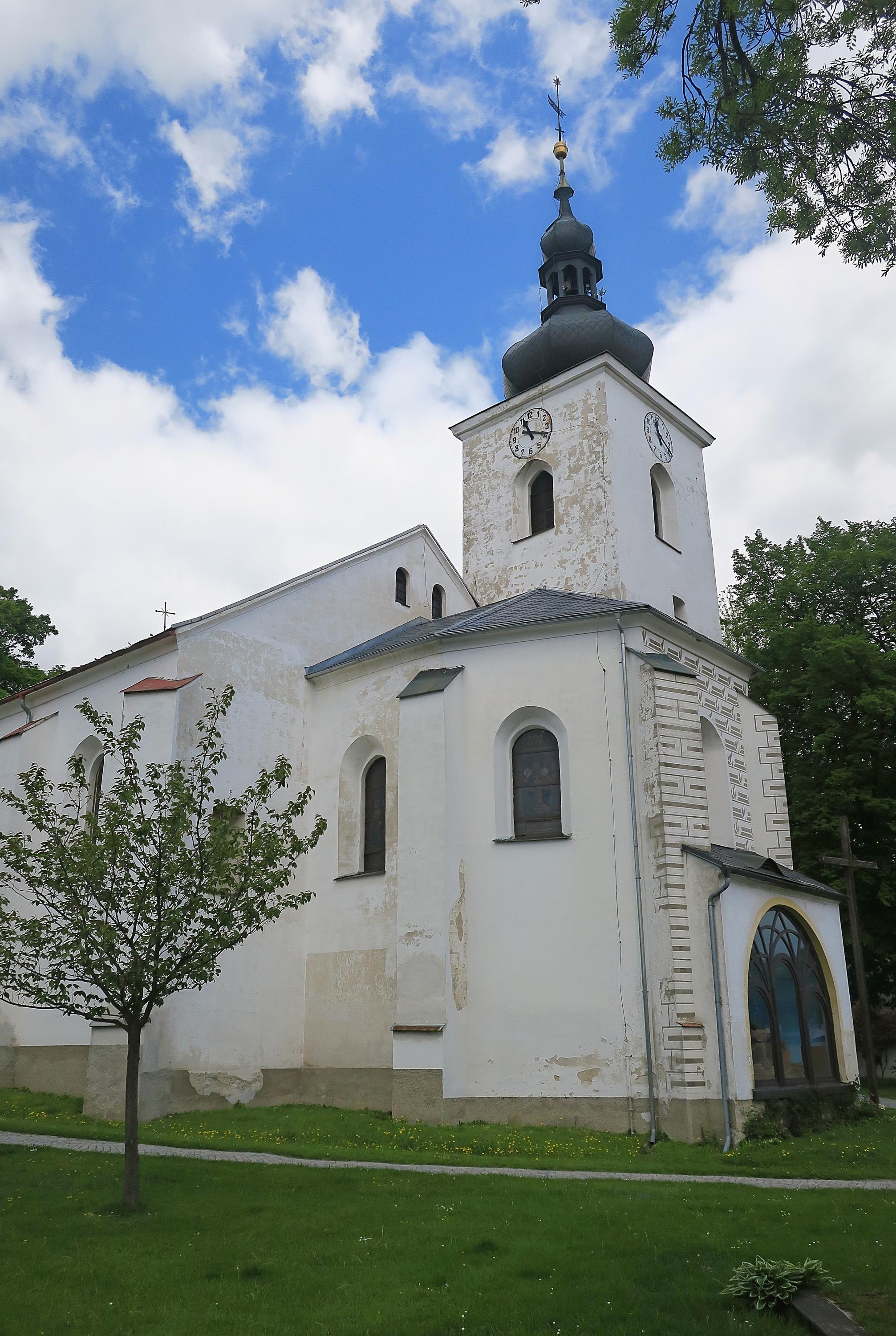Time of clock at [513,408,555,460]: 11:18
